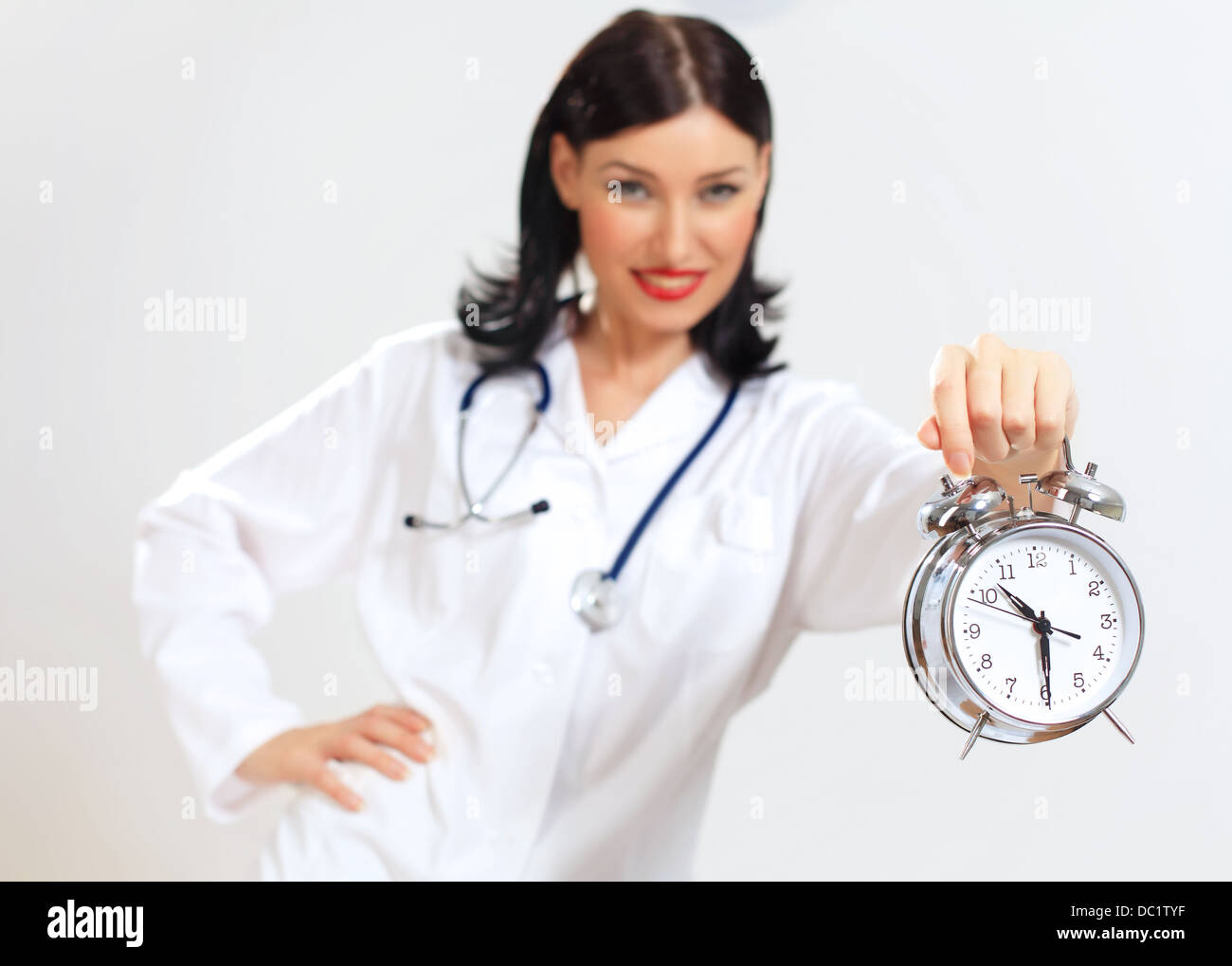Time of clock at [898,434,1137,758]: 10:29
